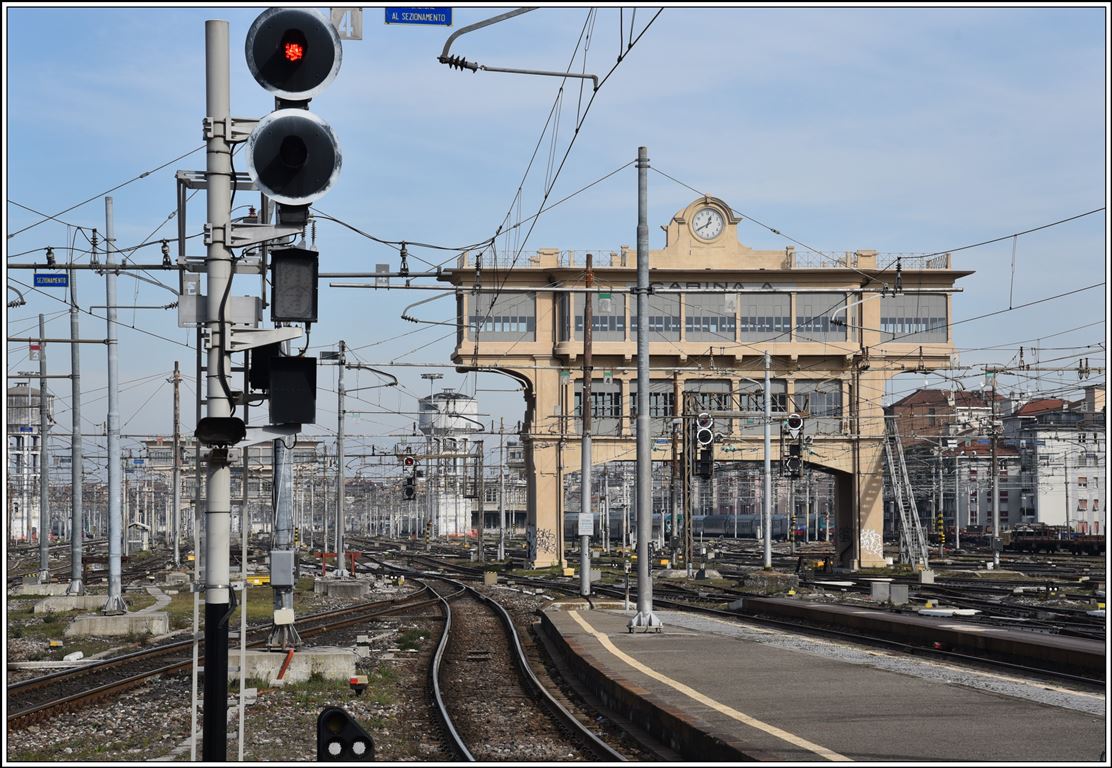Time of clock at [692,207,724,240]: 12:40
